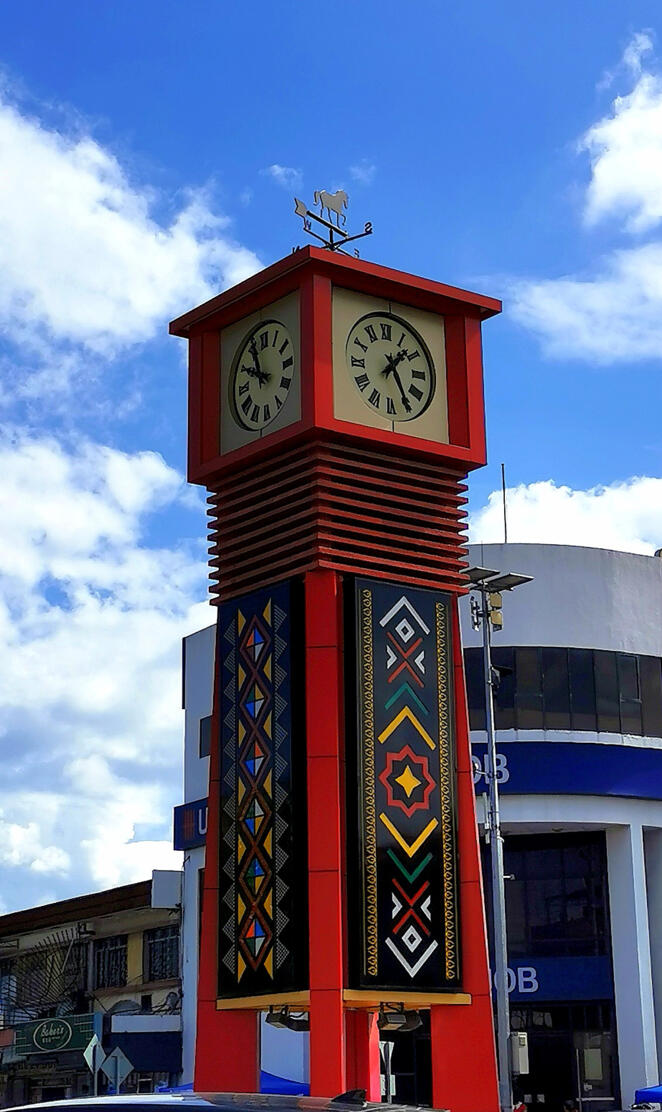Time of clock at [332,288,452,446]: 1:25
